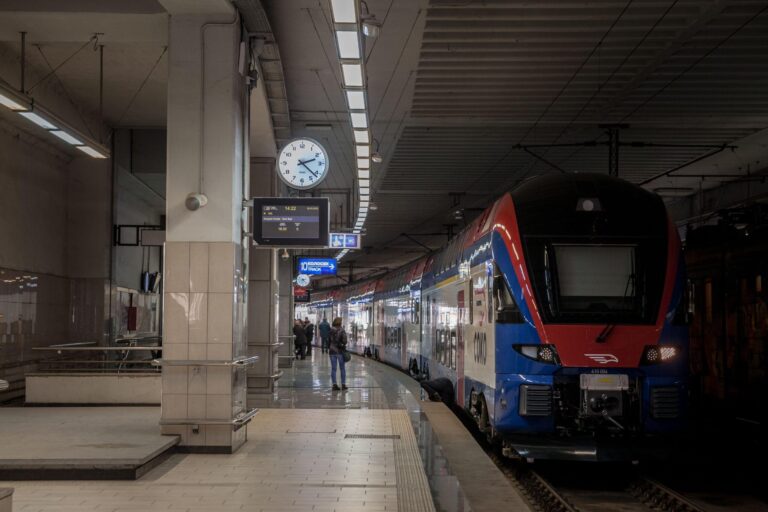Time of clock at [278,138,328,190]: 2:21
